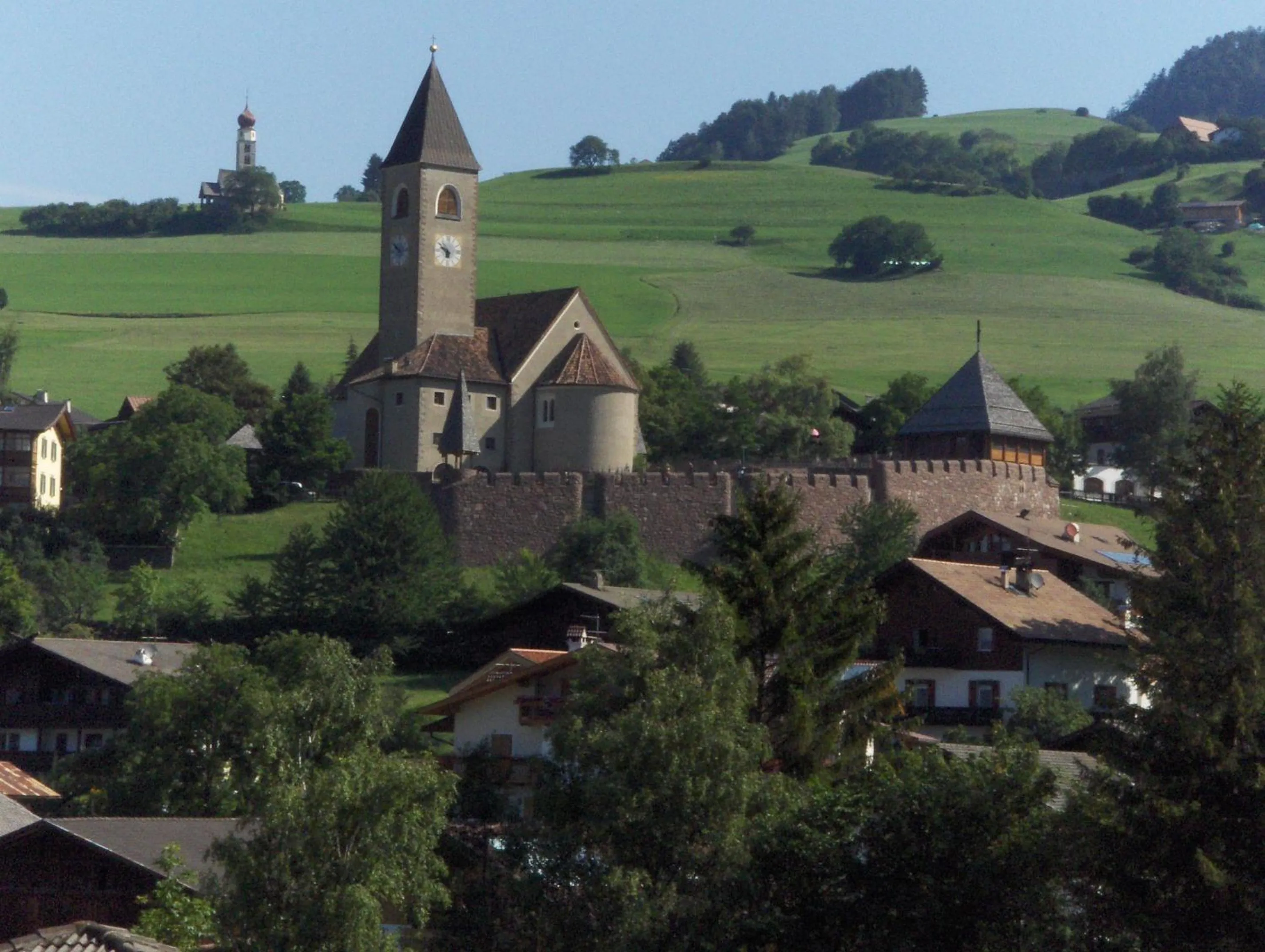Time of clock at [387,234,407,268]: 10:12
